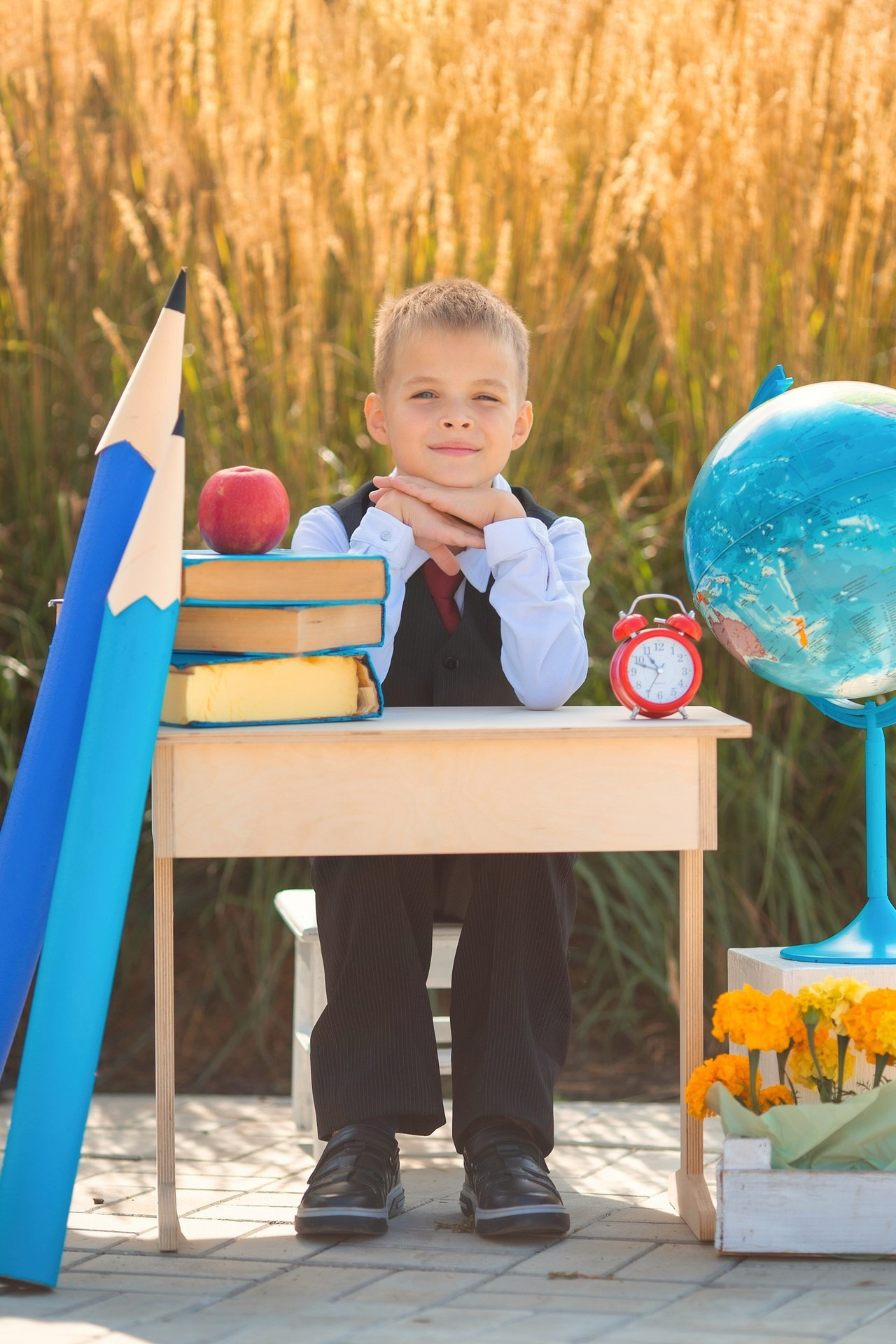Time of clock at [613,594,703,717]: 10:48
